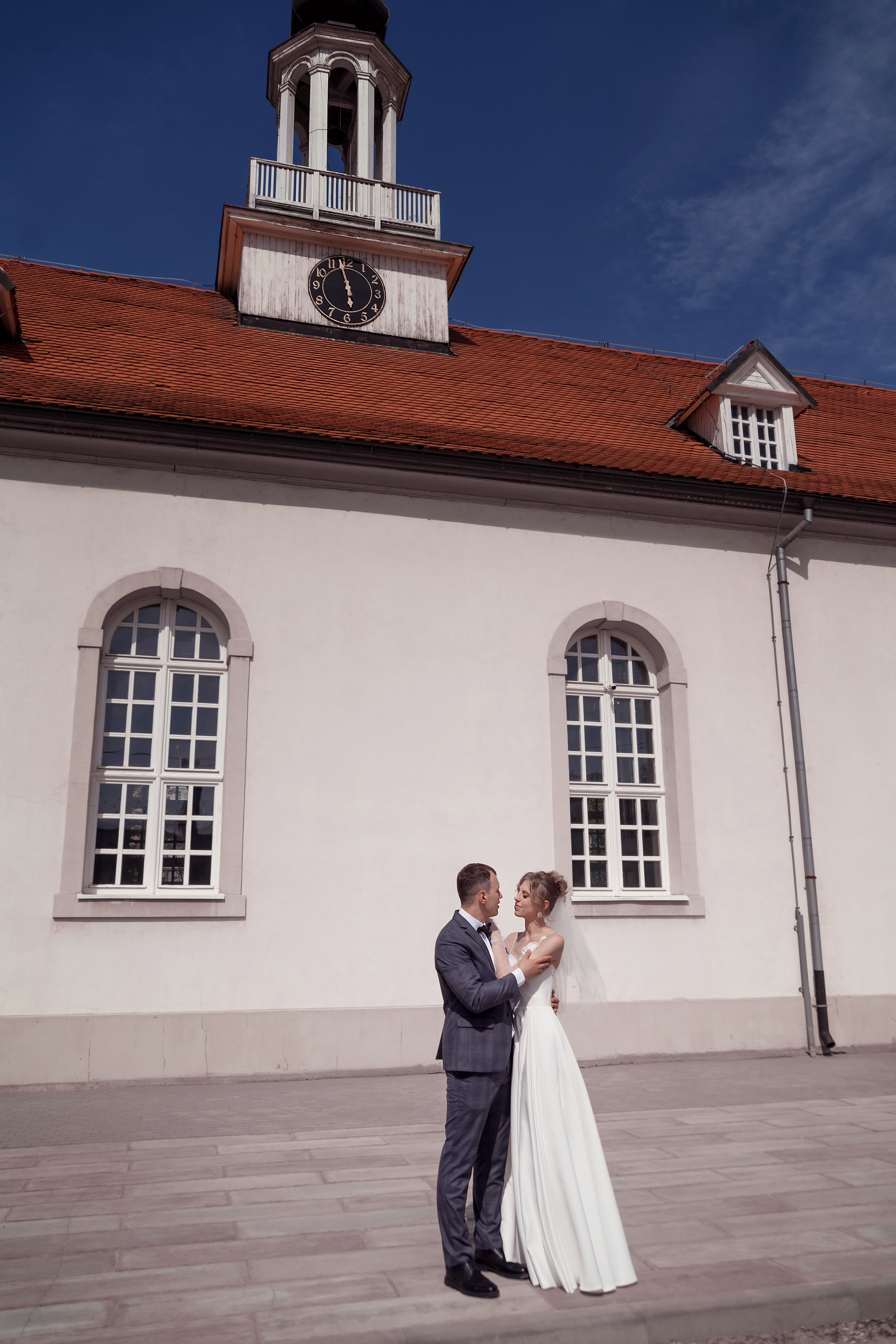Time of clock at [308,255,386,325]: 5:57
